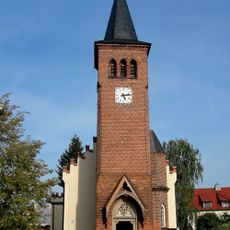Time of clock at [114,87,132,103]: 5:12
